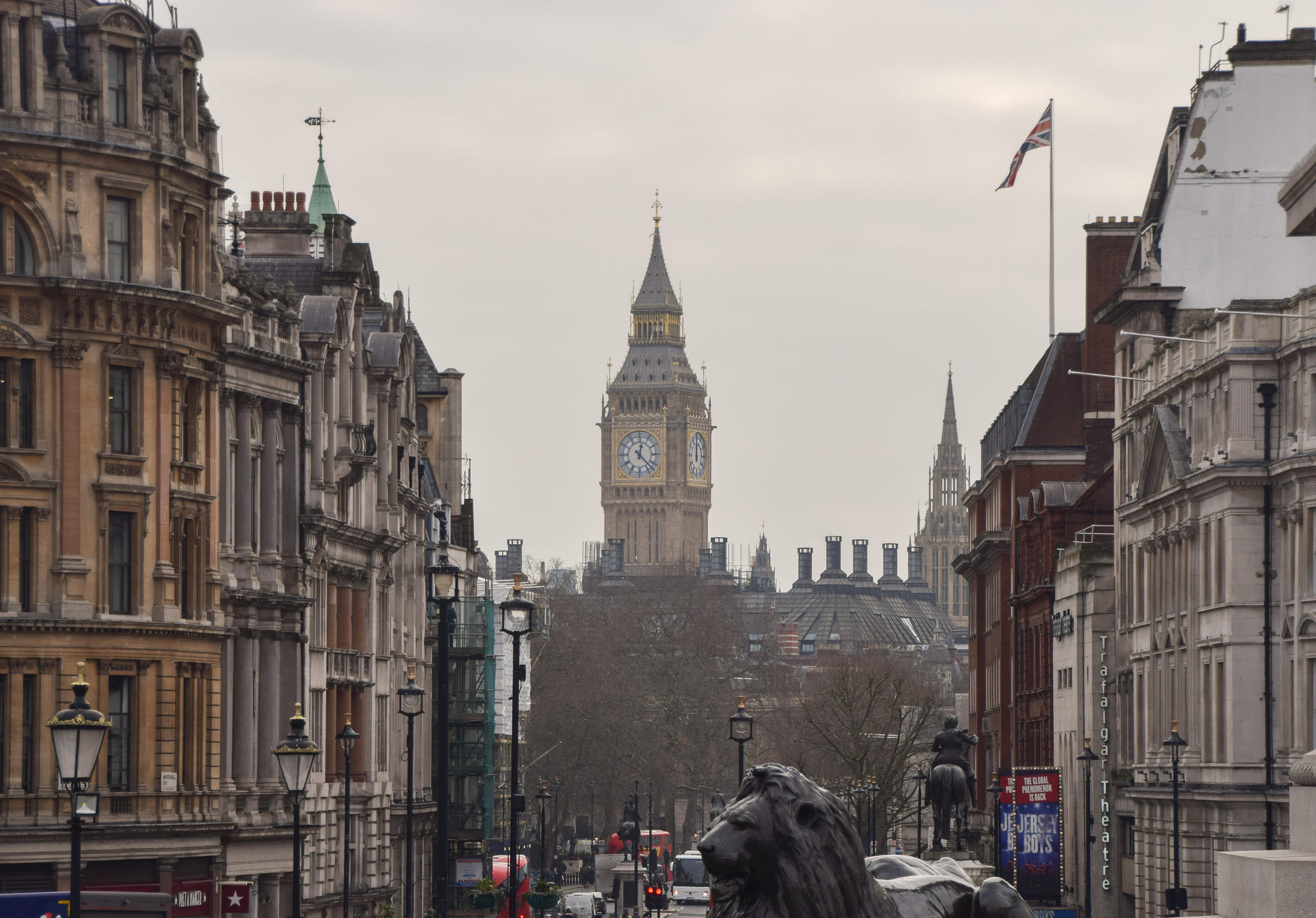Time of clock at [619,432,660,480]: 12:22
